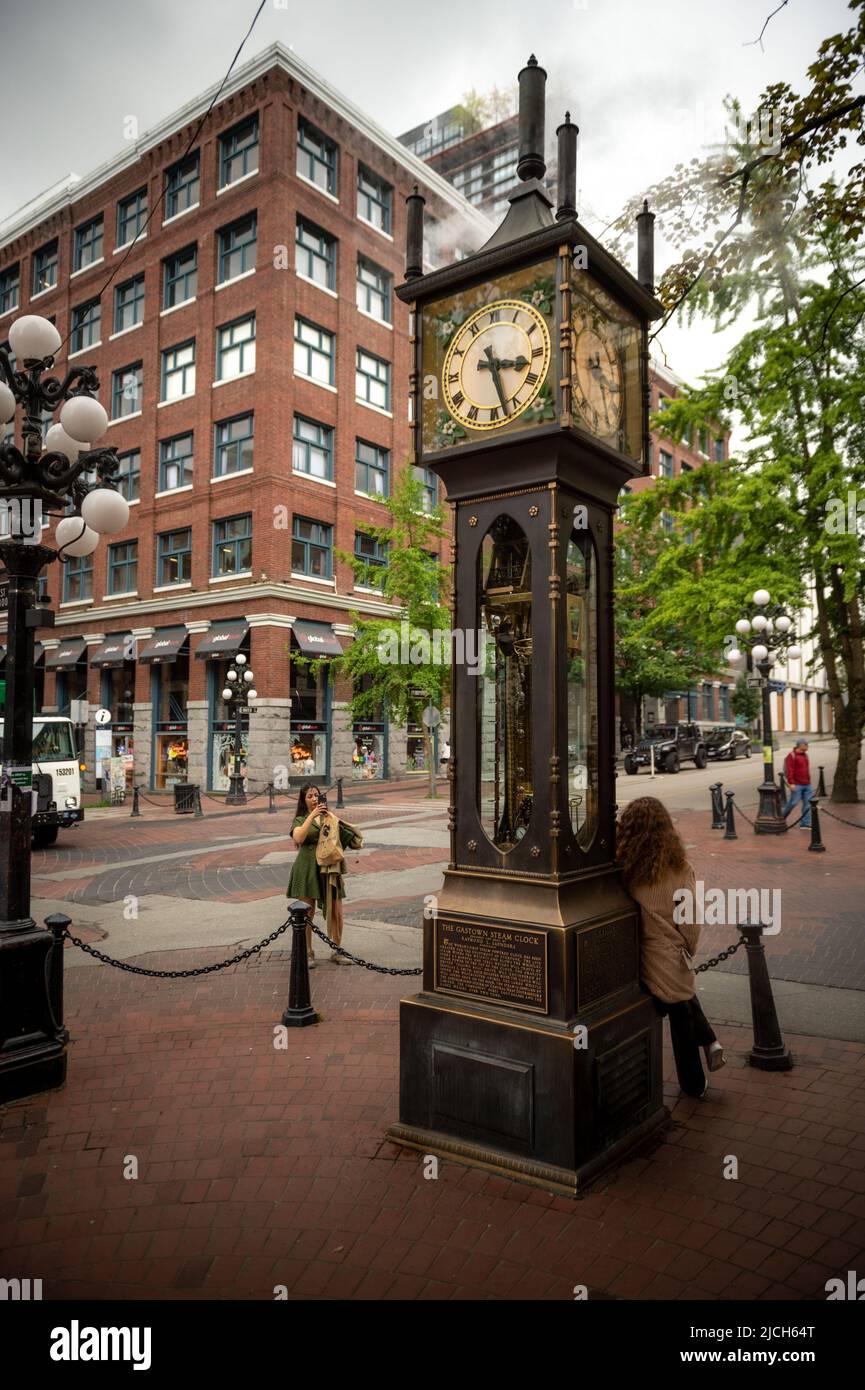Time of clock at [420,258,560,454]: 3:27
